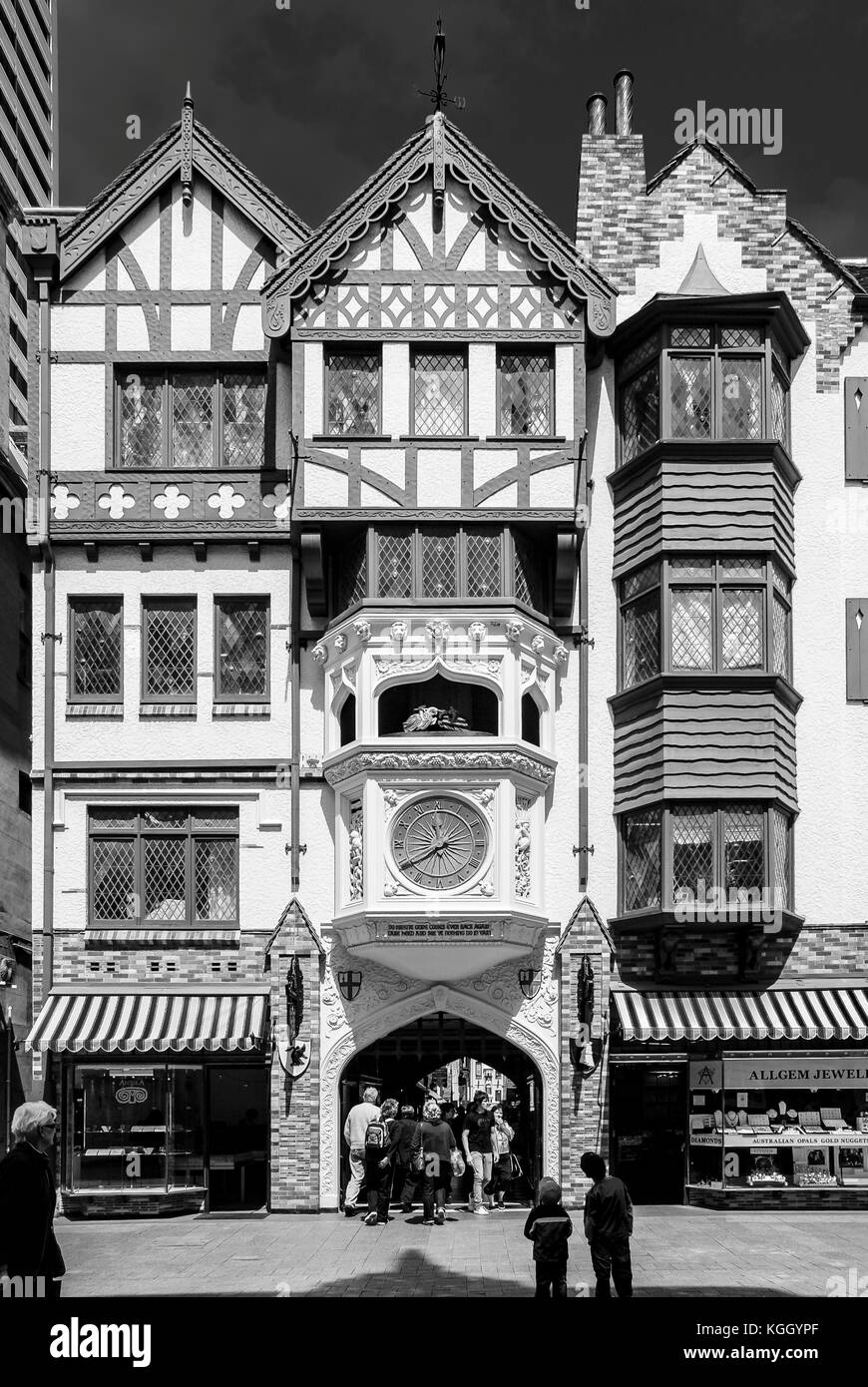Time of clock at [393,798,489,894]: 2:39
